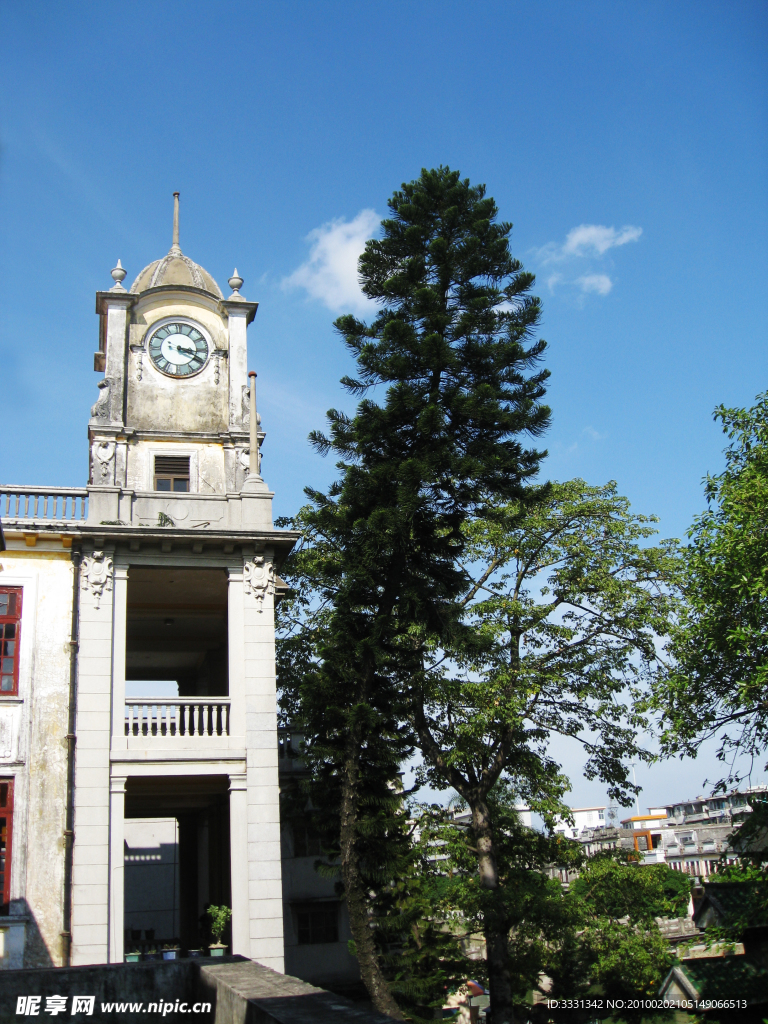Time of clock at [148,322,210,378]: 3:19
